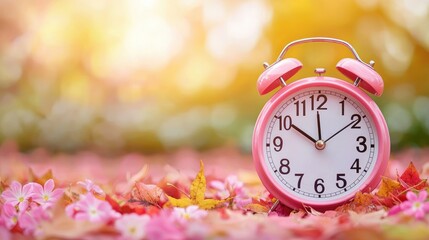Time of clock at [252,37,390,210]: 11:50
